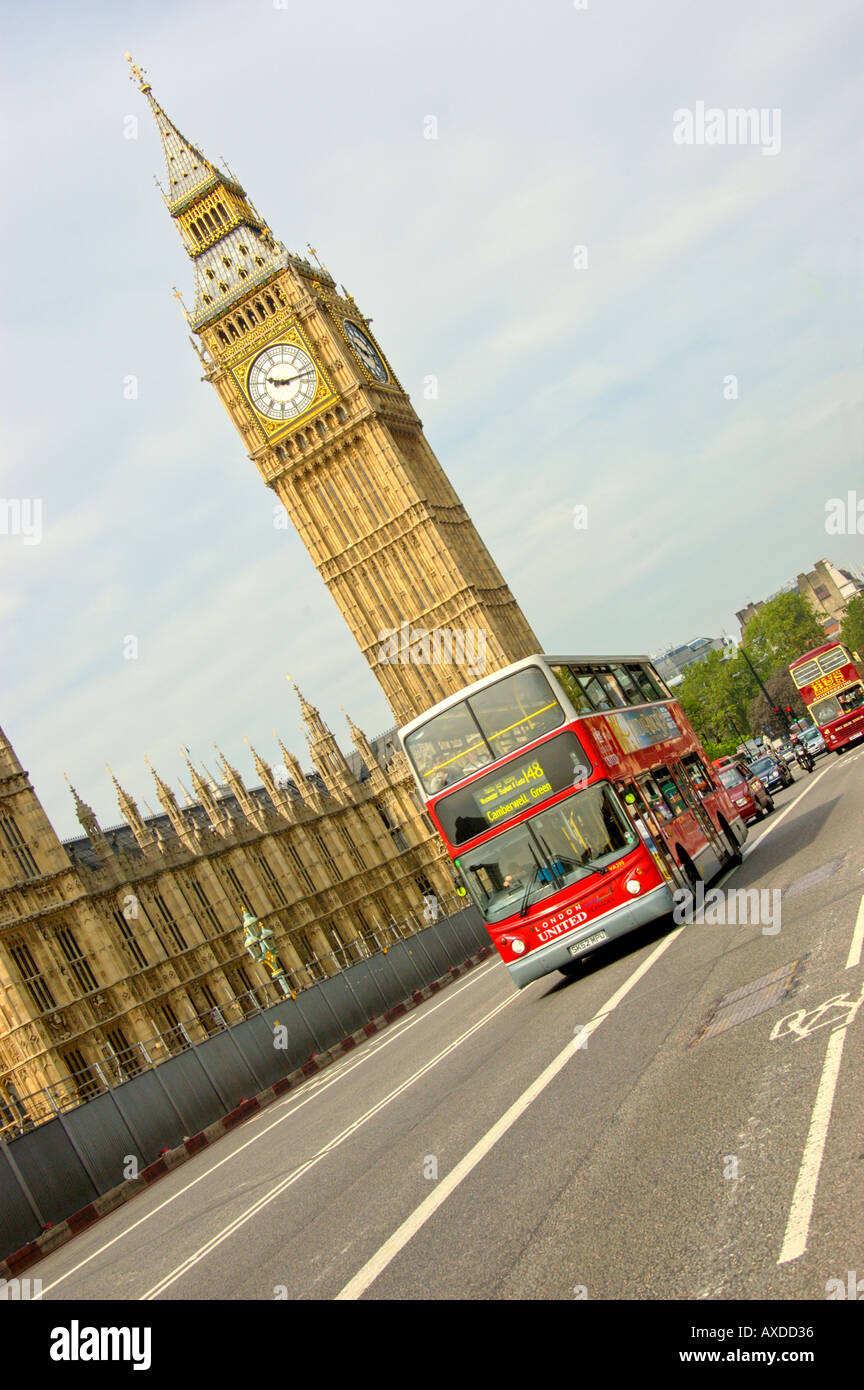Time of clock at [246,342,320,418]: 9:12
